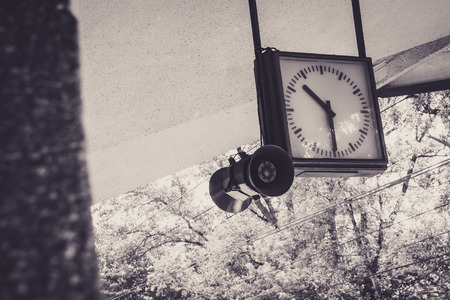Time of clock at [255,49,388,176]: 10:29
